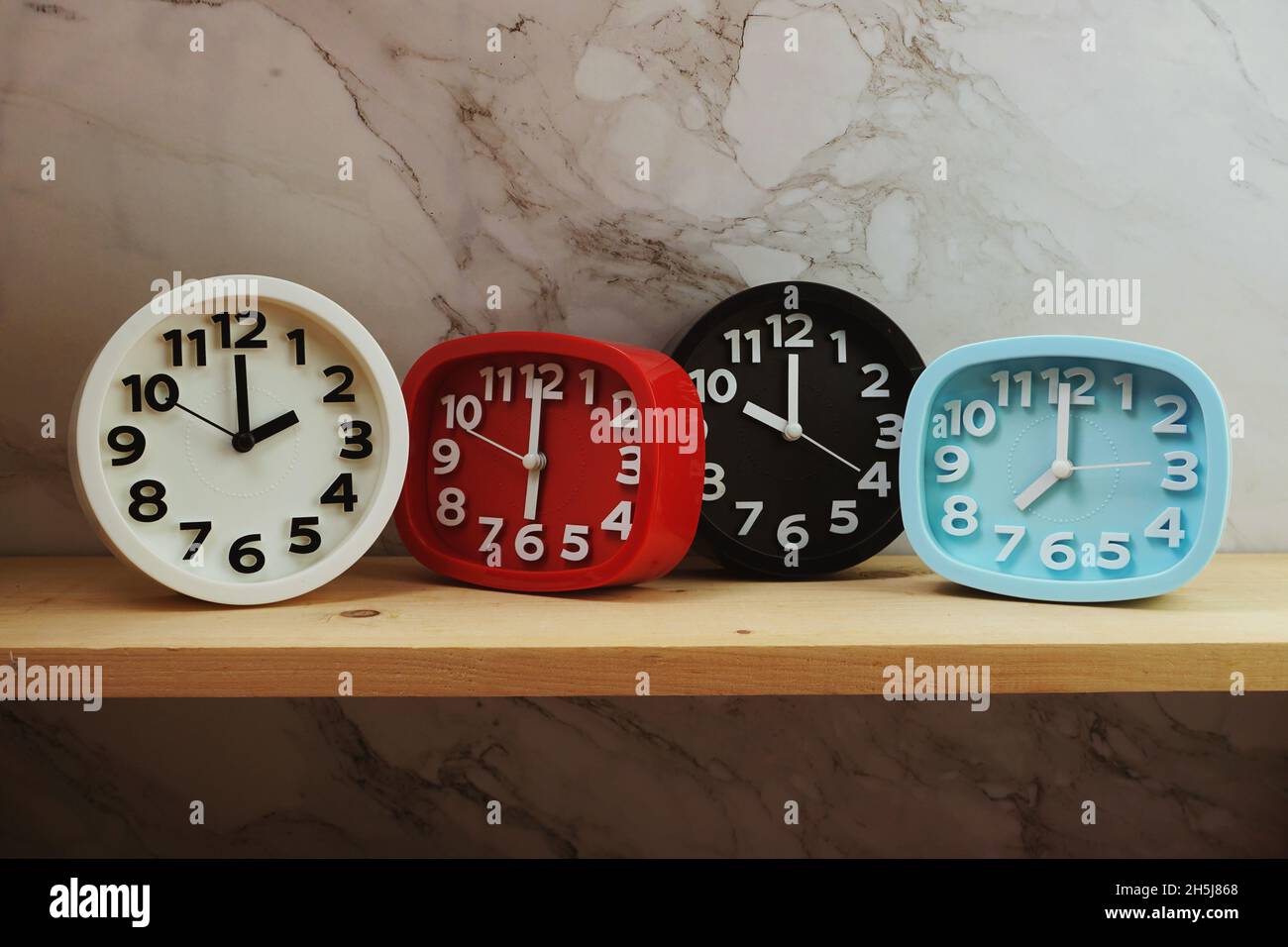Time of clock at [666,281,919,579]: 10:00
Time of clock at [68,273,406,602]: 1:59
